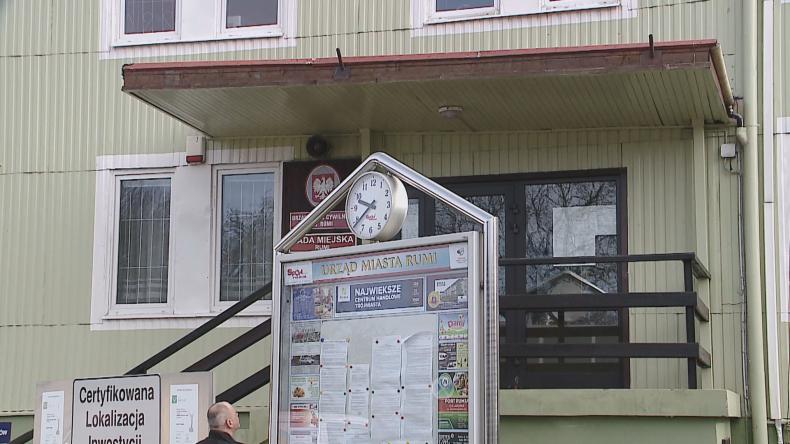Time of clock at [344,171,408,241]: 9:38
